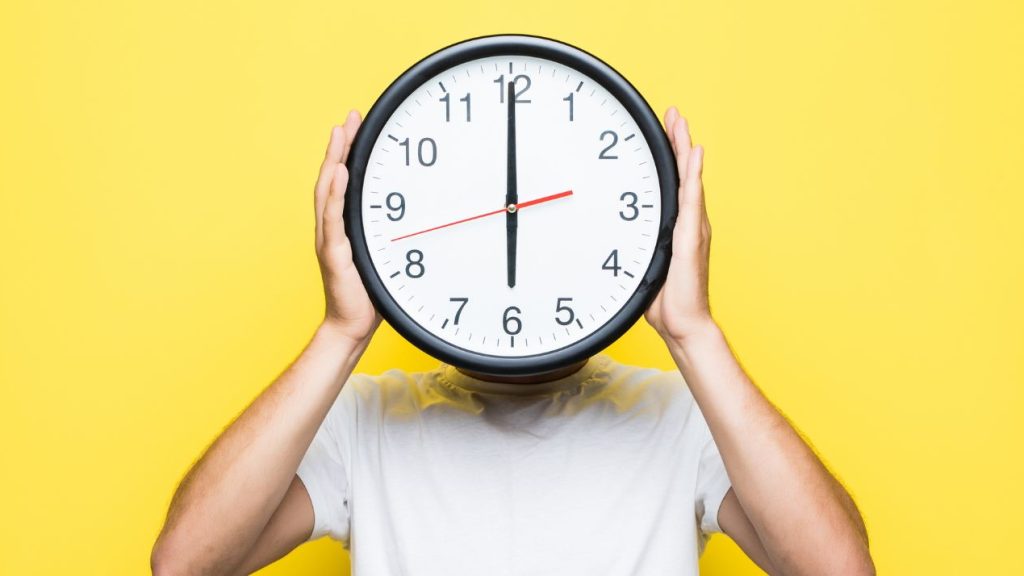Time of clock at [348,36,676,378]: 5:59
